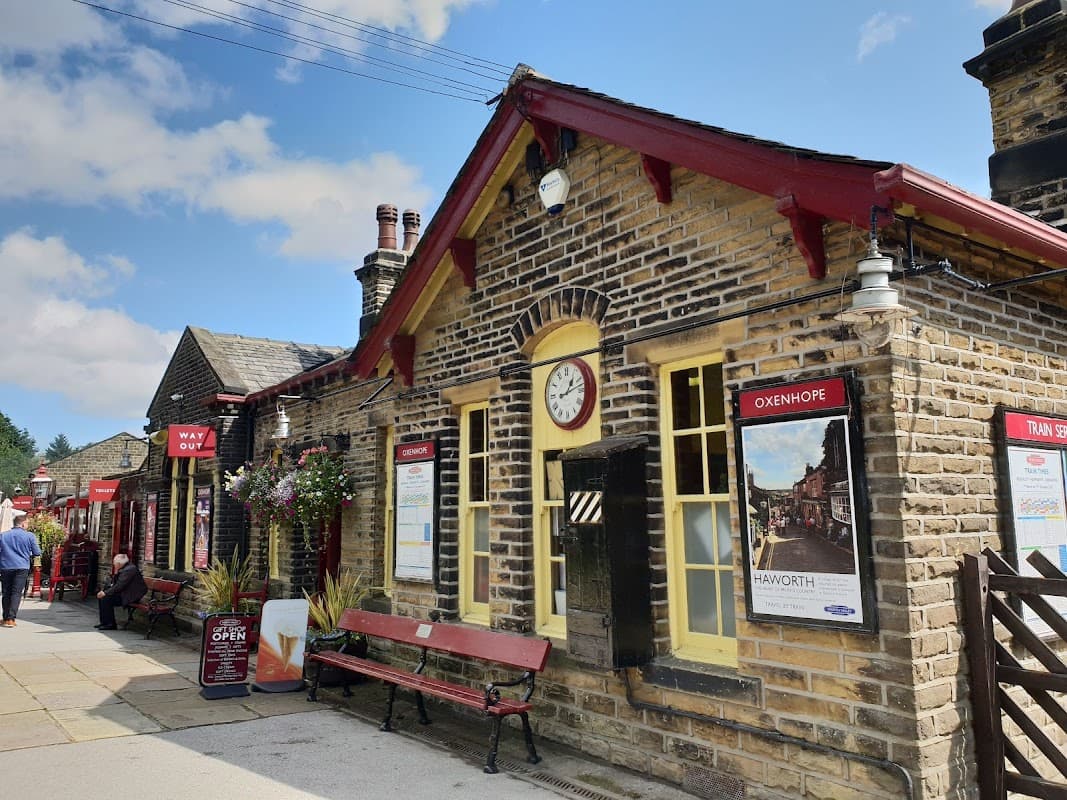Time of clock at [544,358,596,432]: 1:12
